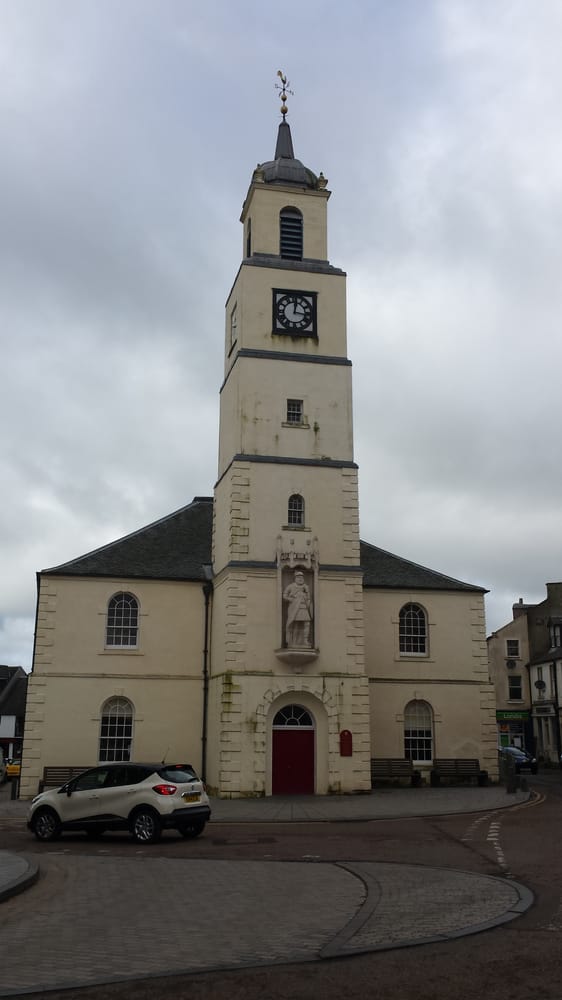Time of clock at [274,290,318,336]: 12:16
